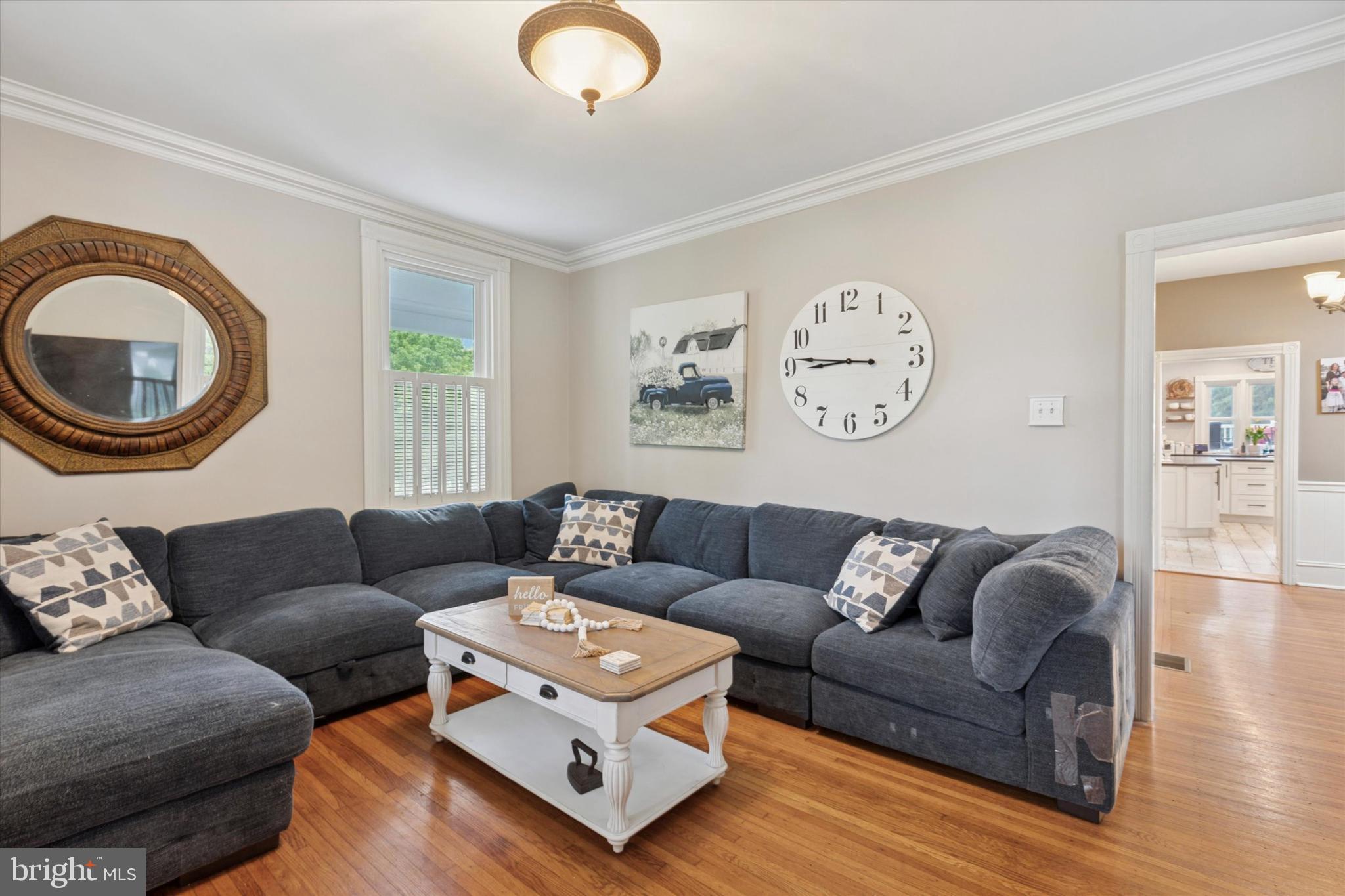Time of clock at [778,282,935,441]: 8:46
